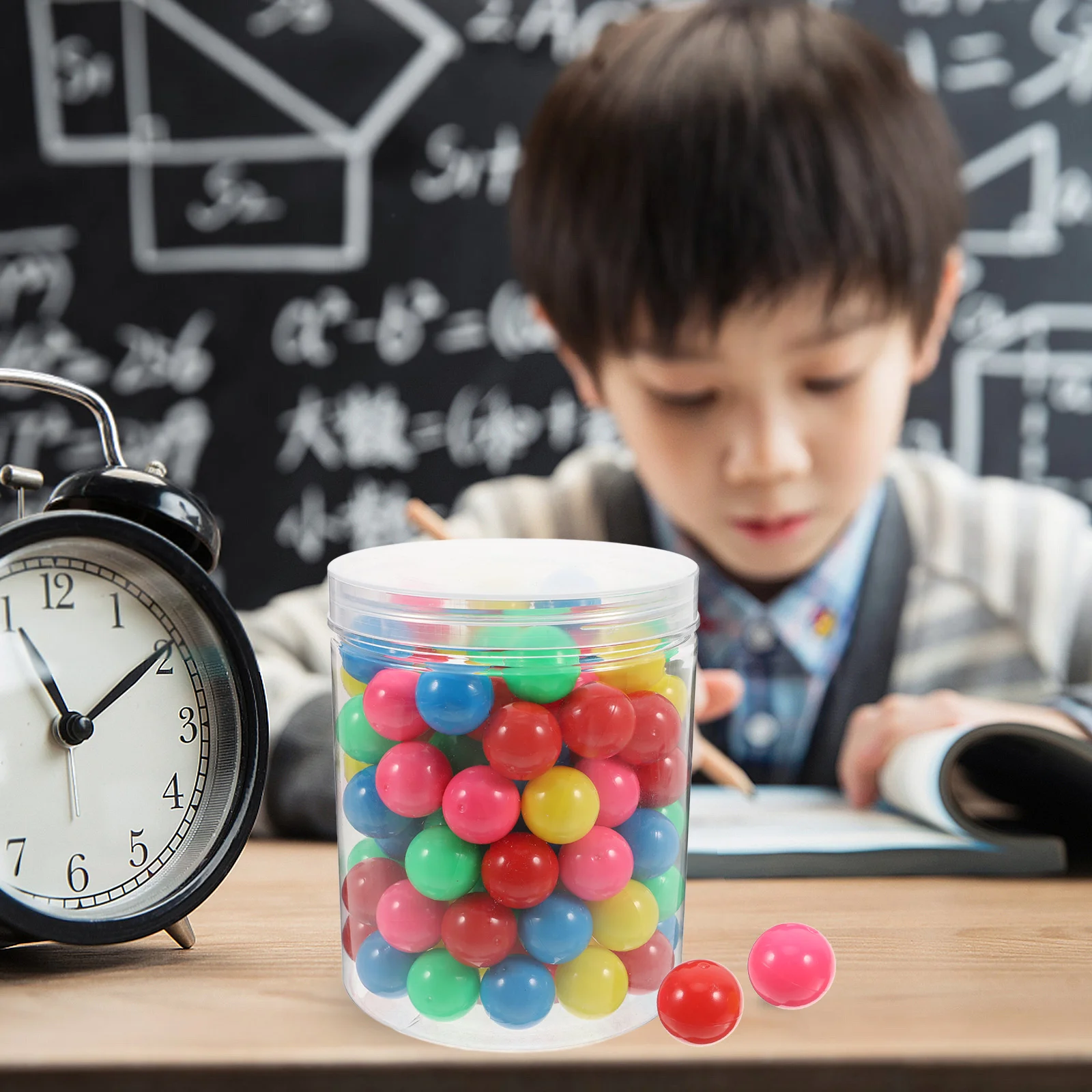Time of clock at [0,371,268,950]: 11:09
